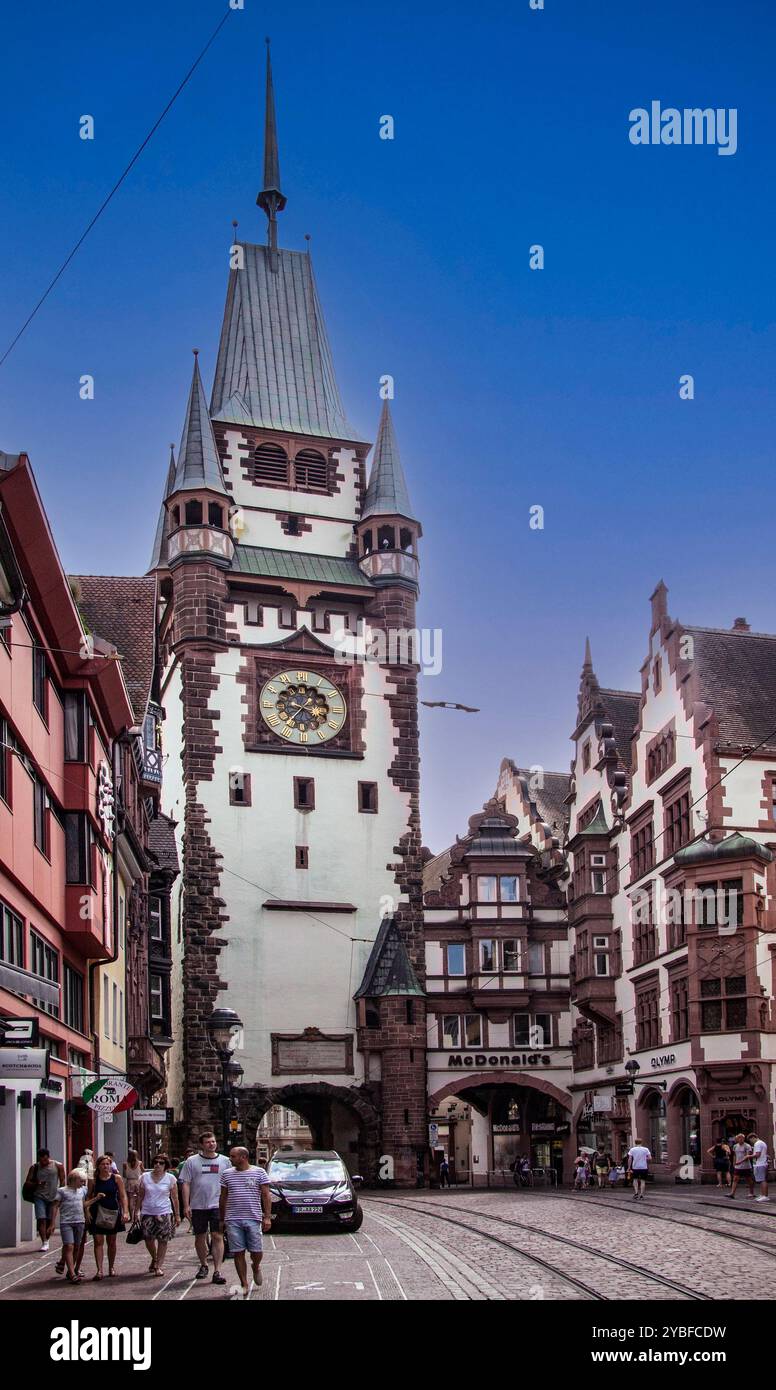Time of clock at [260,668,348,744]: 3:36
